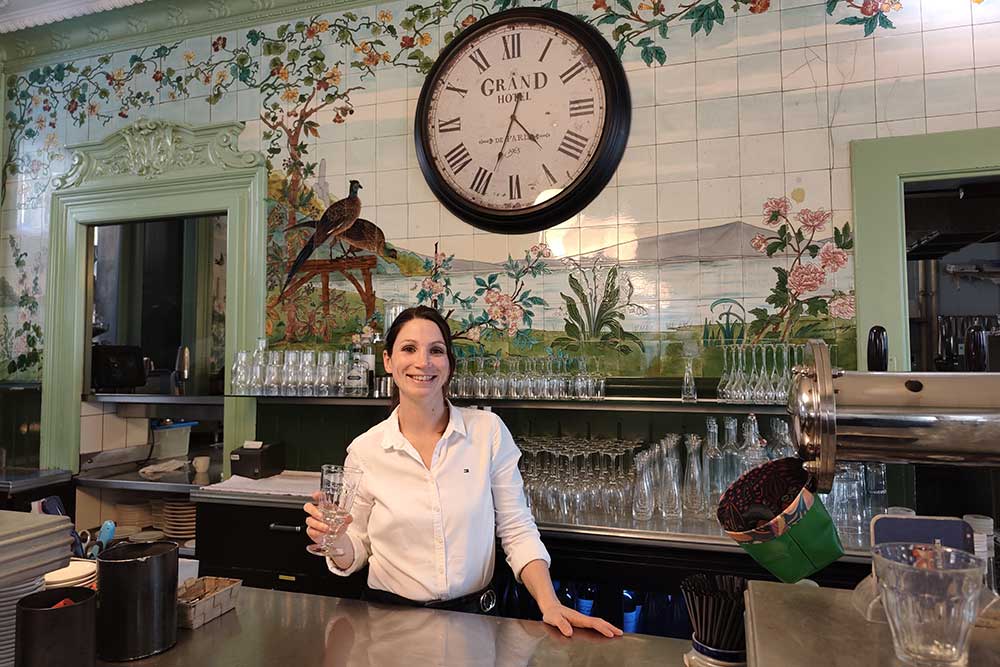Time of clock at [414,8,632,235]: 4:33
